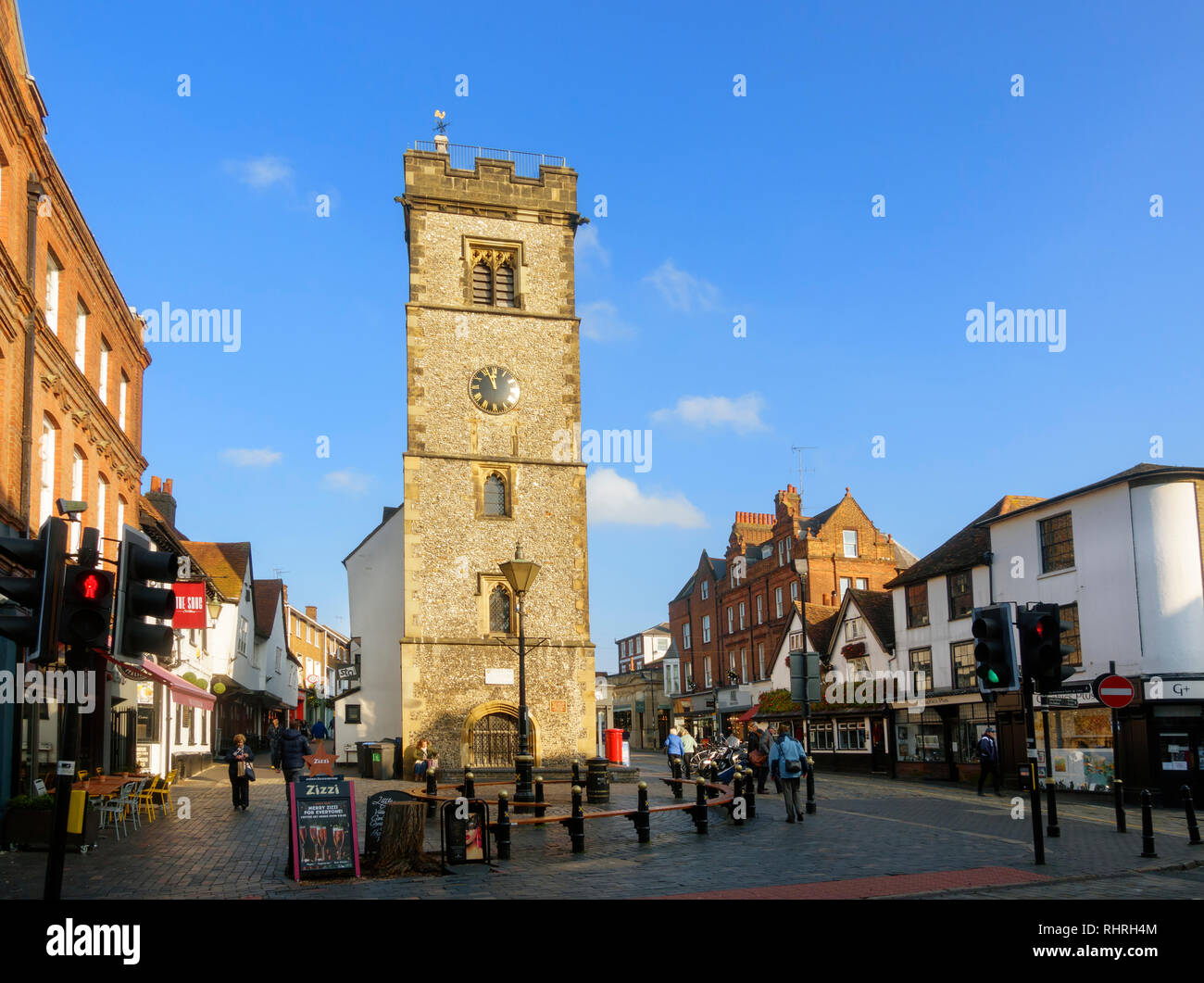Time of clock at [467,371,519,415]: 11:56
